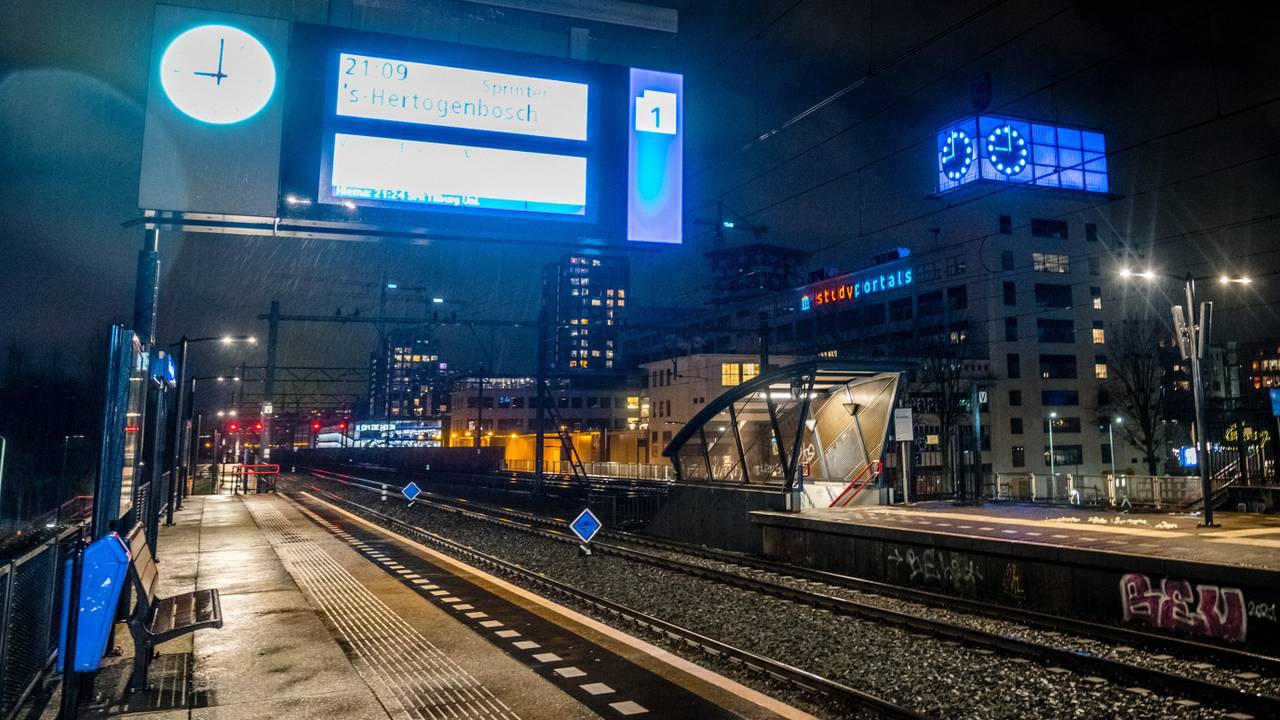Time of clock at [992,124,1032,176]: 9:01
